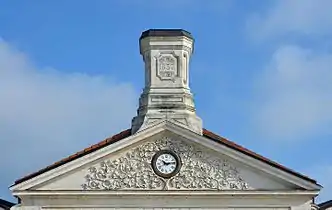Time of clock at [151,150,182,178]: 10:13
